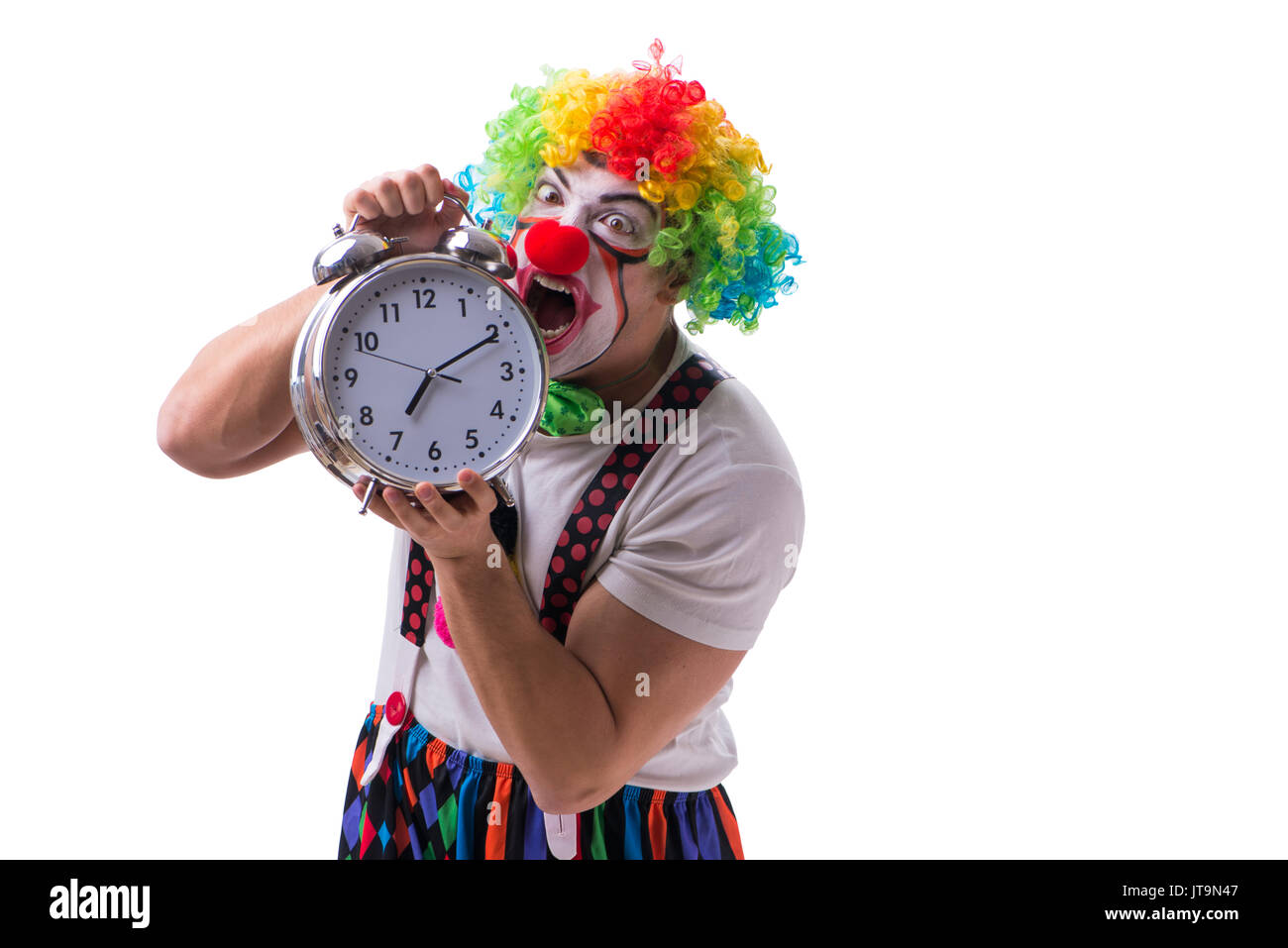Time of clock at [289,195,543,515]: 7:10
